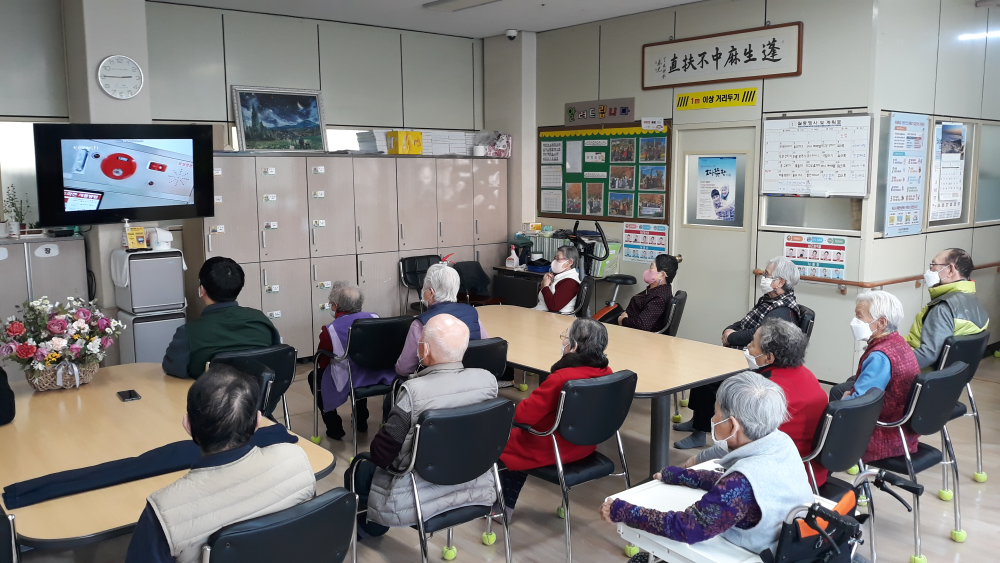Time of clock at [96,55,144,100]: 2:45
